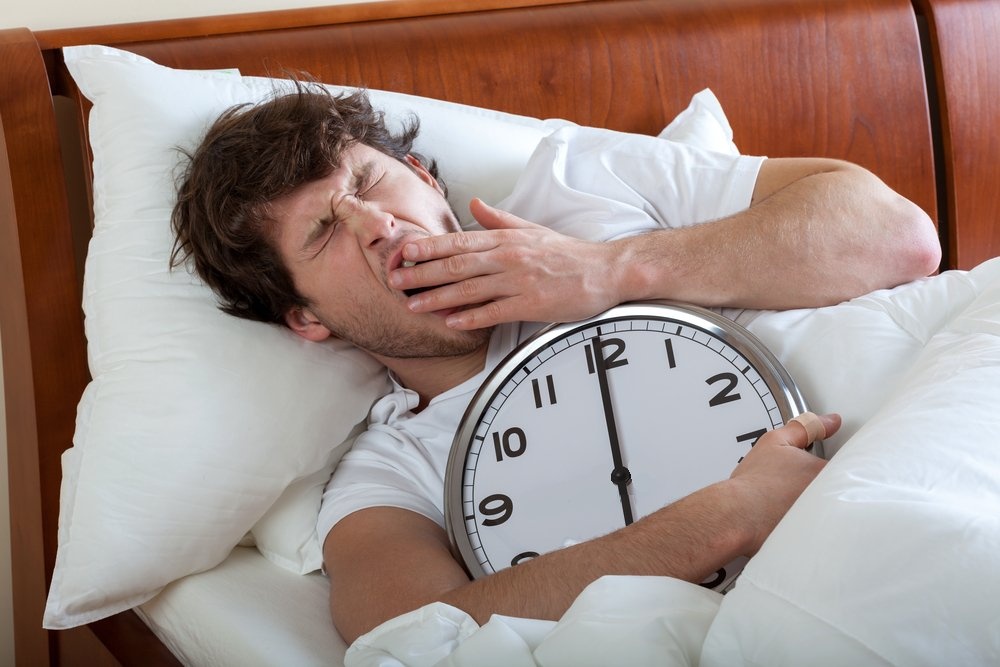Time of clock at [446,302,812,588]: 11:59
